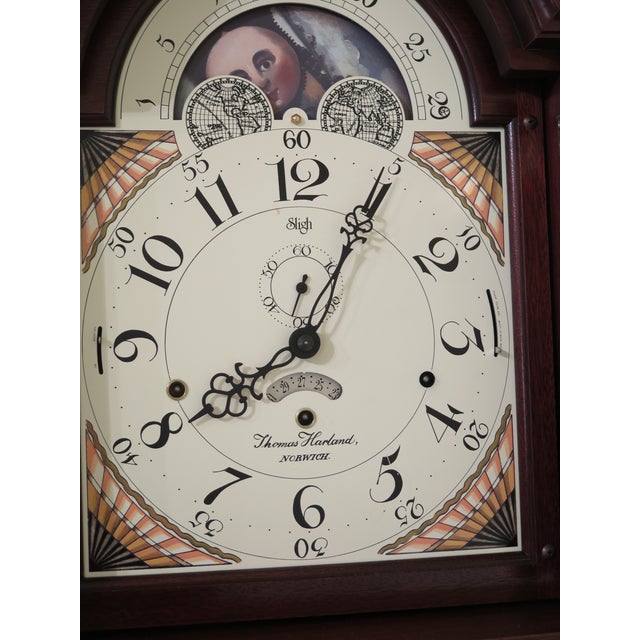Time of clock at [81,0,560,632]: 8:04
